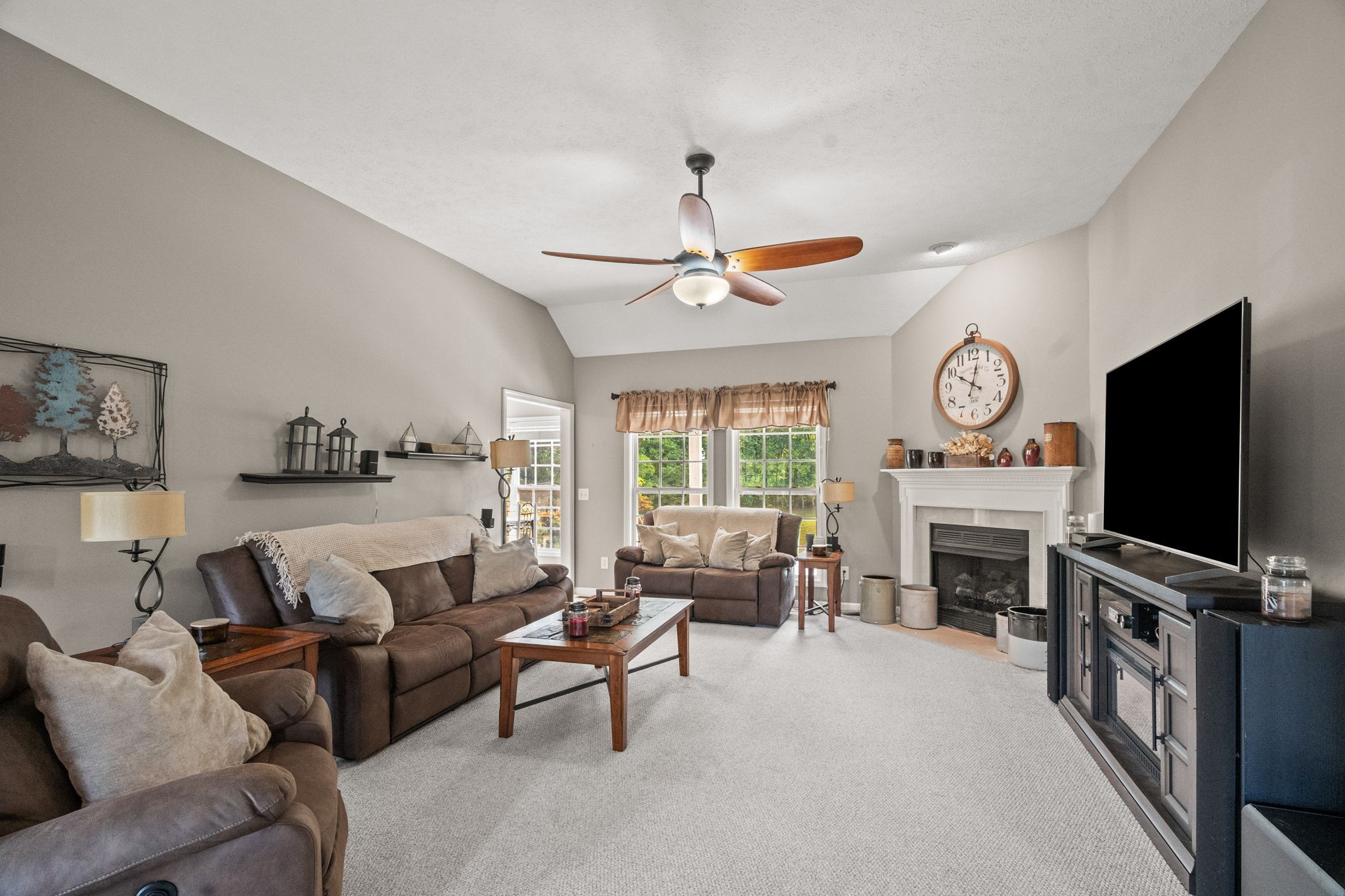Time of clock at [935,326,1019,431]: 10:02
